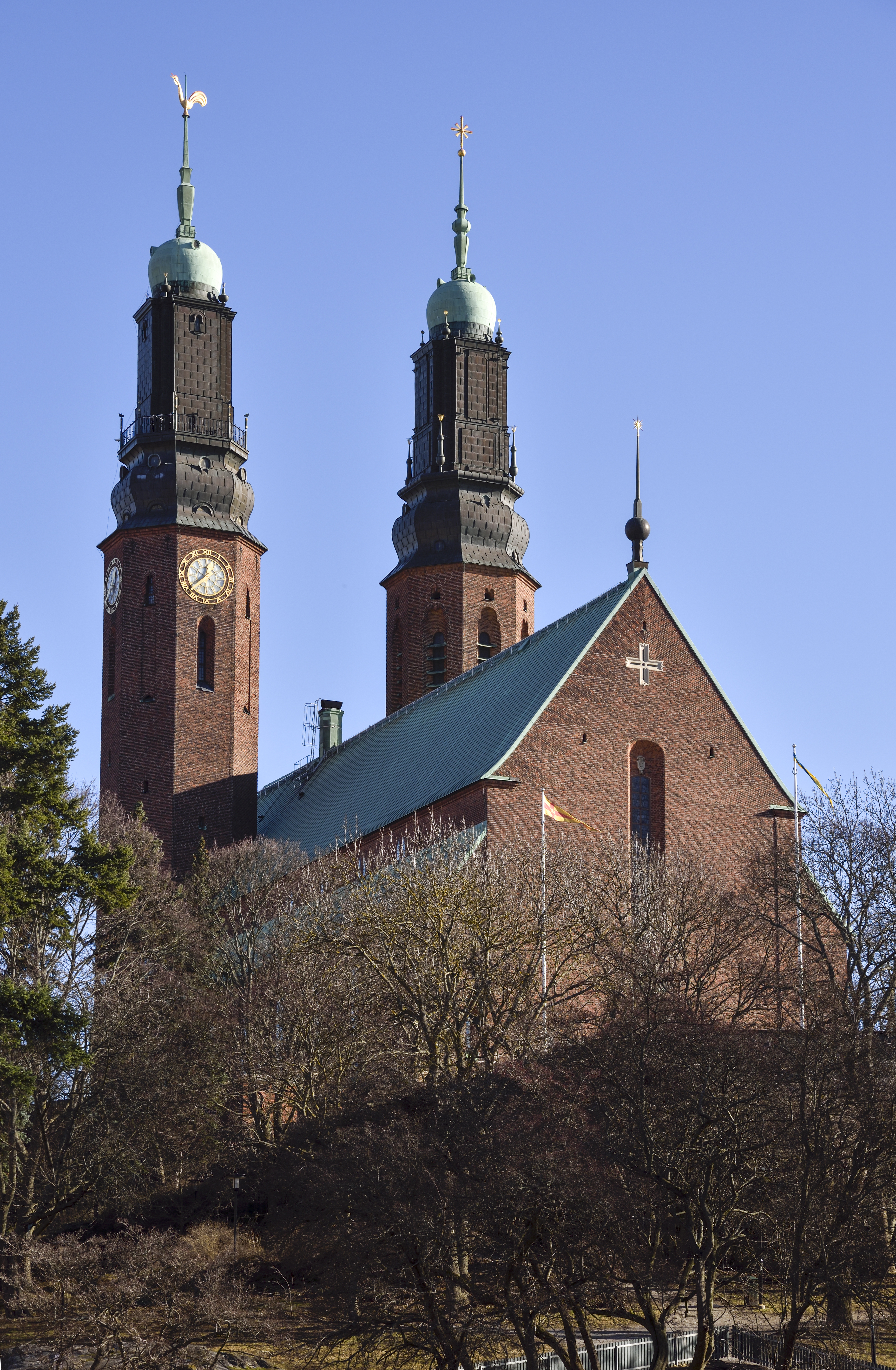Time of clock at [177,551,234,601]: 12:38
